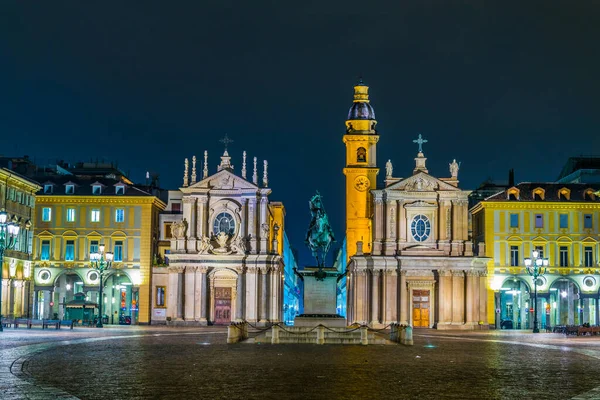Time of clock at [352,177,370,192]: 10:42
